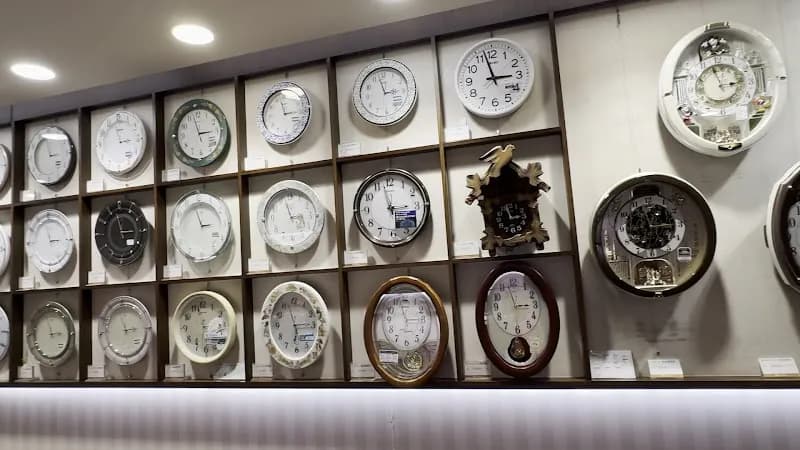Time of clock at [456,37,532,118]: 2:57
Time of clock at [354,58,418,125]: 2:57
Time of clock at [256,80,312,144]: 2:57
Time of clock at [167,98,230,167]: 2:57
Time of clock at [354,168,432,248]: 2:57
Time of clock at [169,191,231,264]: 2:57
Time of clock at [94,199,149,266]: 2:57
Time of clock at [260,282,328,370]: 6:14
